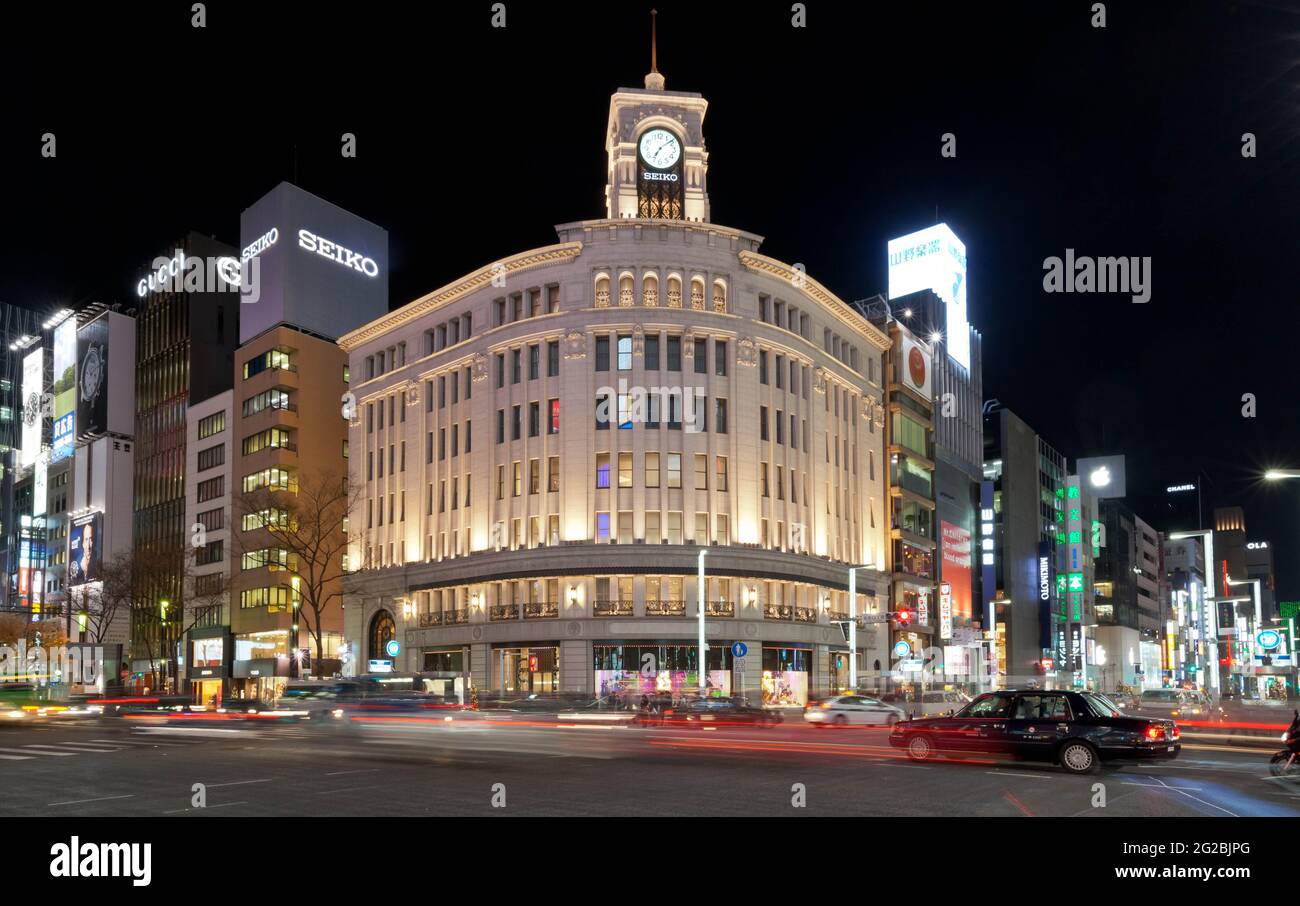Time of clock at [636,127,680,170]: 7:08
